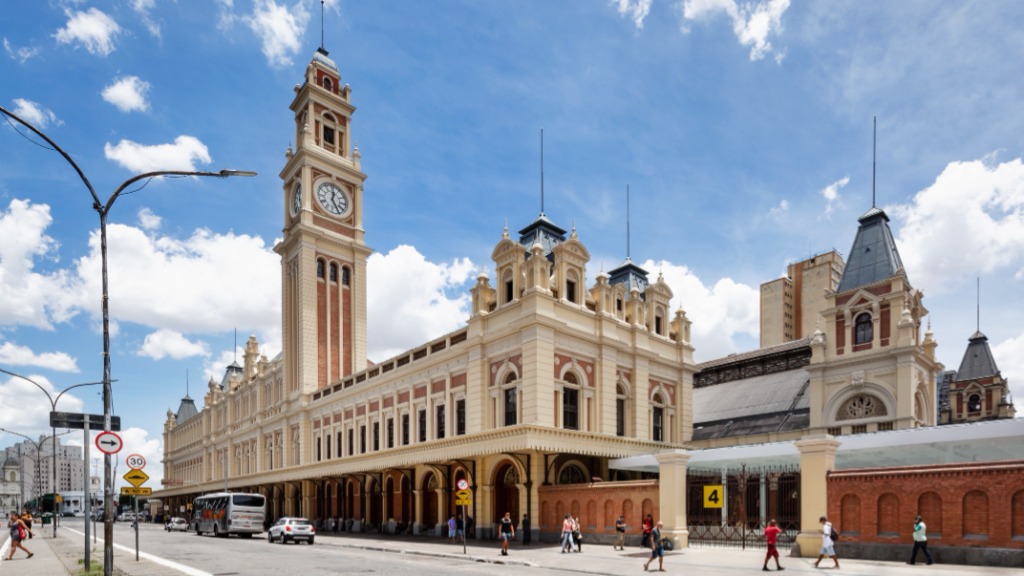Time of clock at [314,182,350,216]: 12:24
